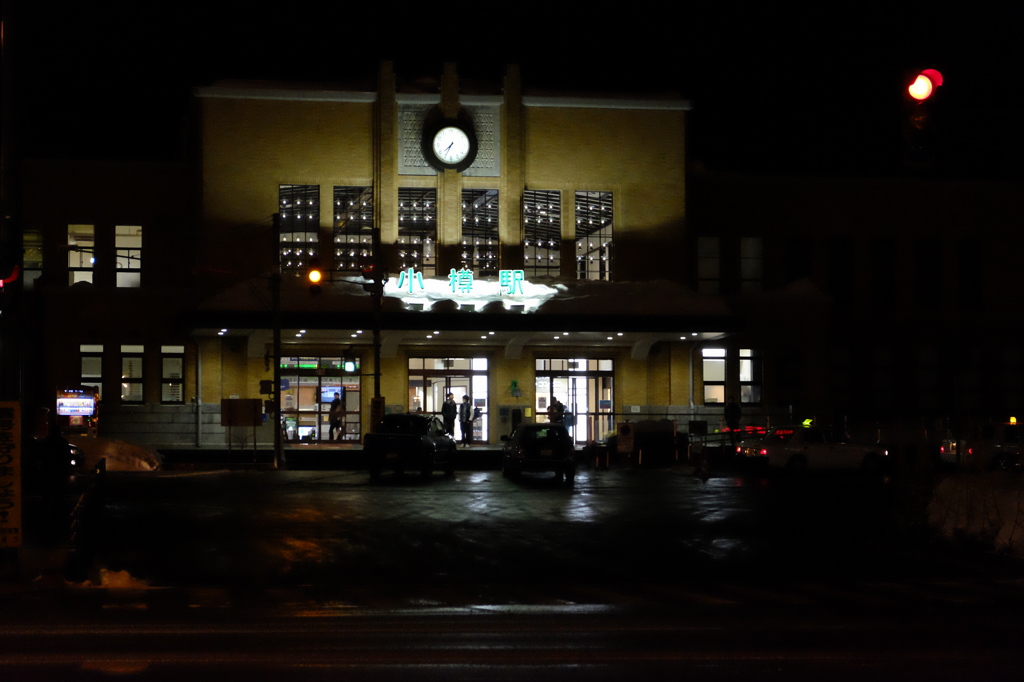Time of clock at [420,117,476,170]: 7:34
